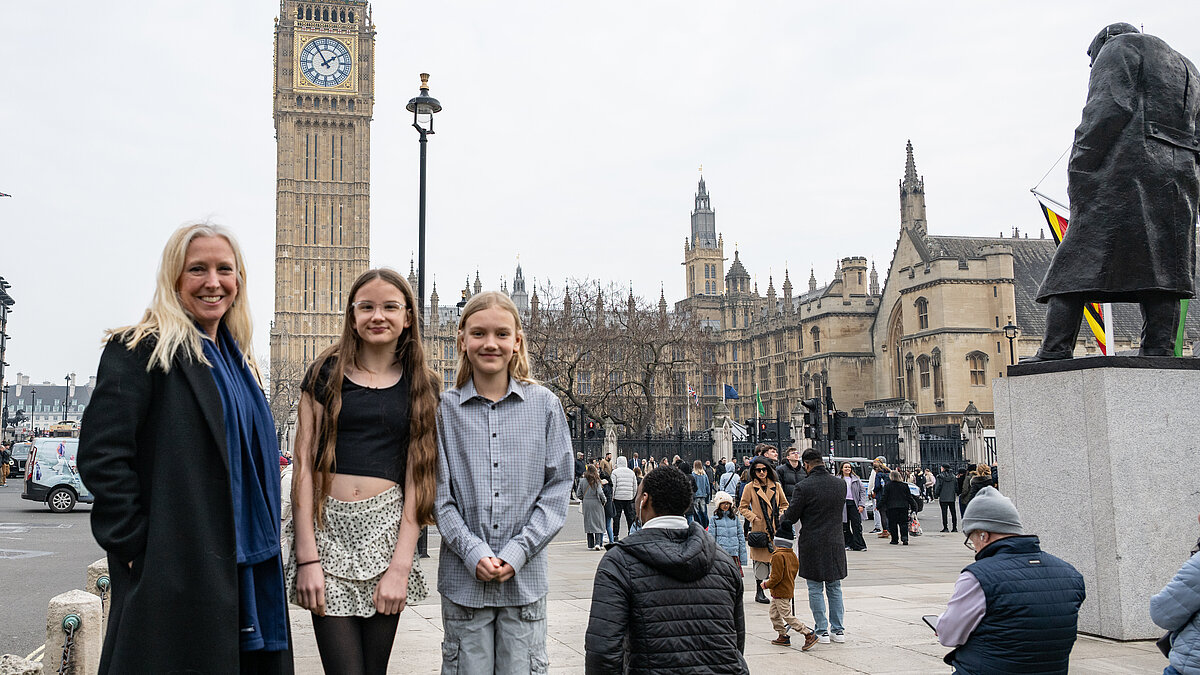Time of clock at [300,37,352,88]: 1:54
